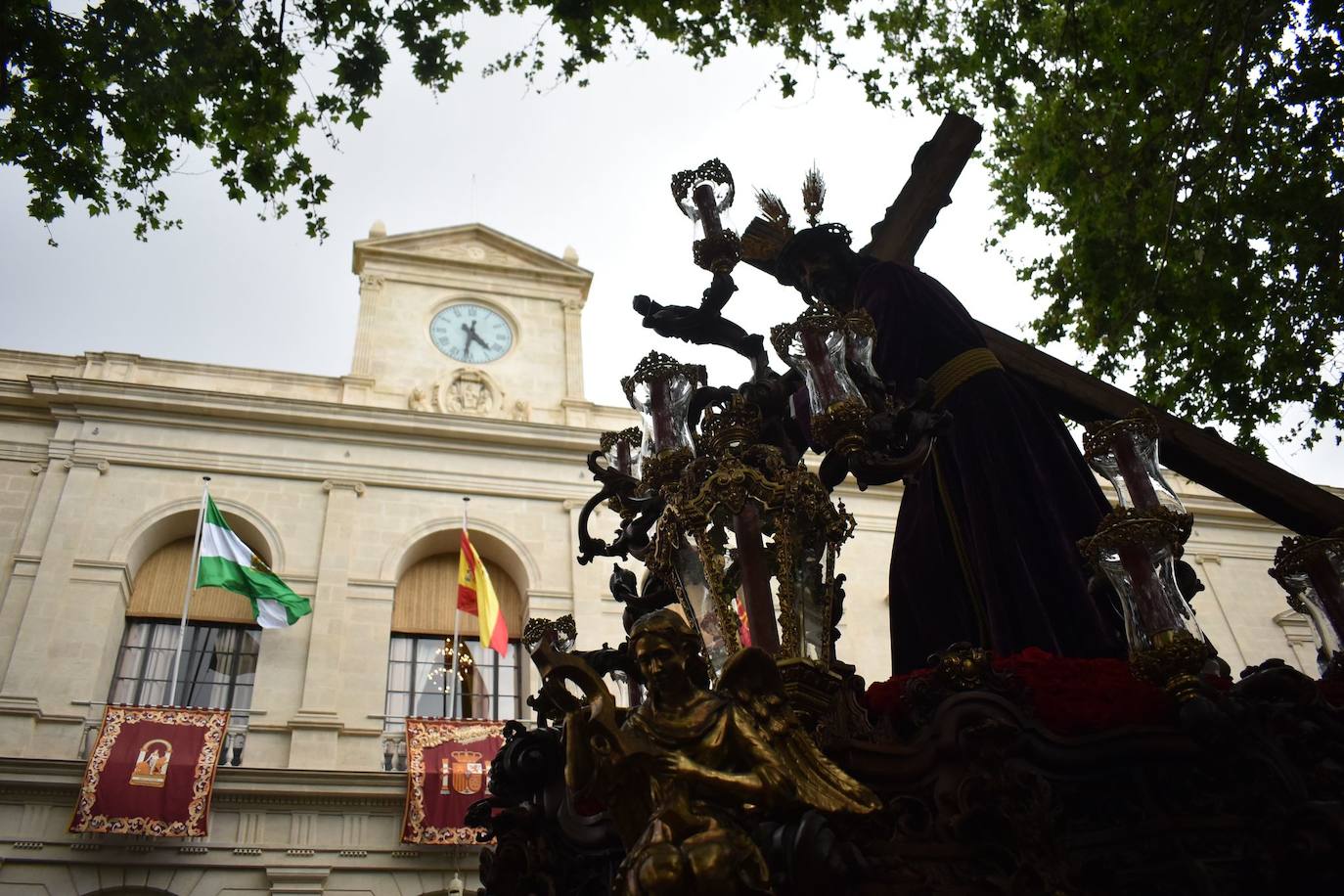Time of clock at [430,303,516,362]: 4:31
